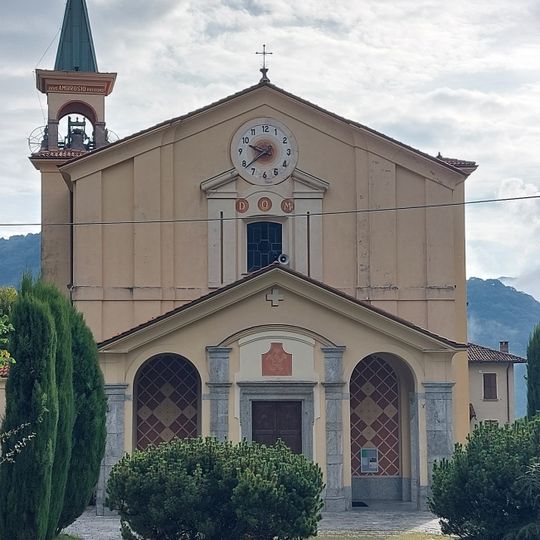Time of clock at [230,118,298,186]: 9:38
